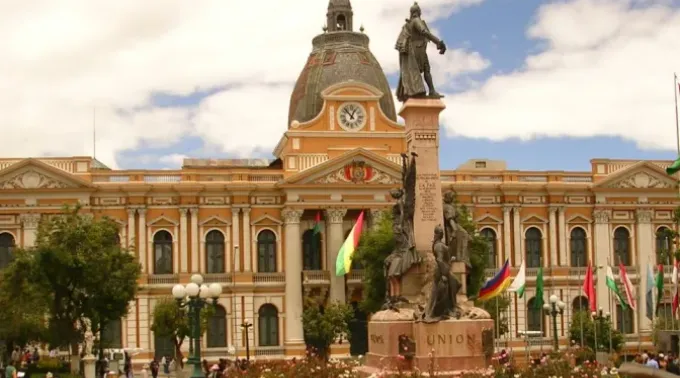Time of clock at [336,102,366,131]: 12:52
